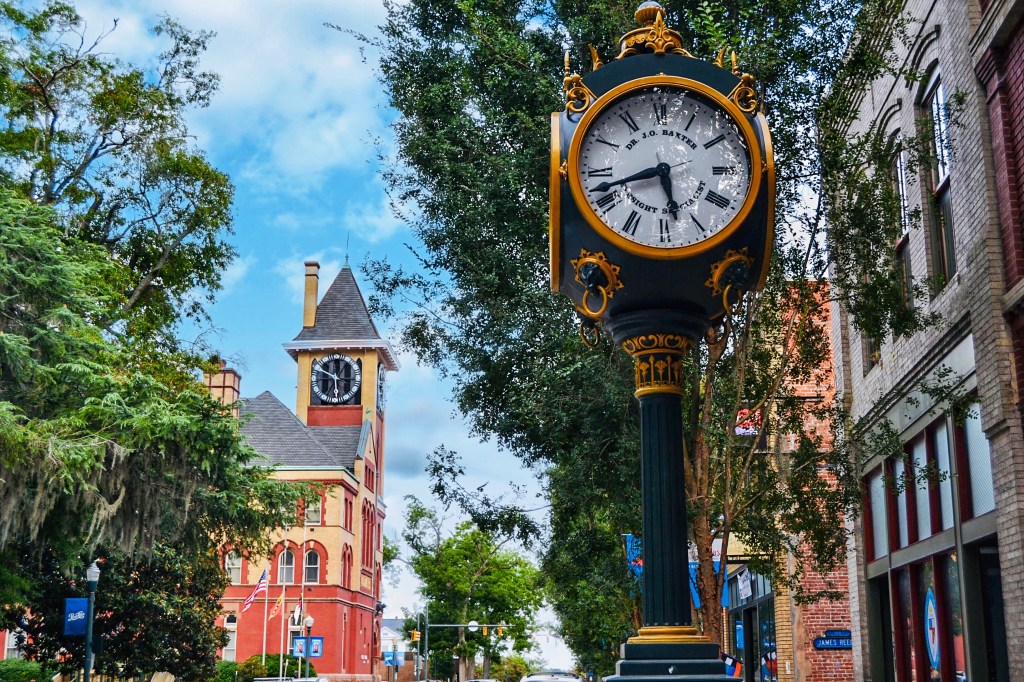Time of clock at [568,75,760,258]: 5:42
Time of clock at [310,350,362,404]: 12:28
